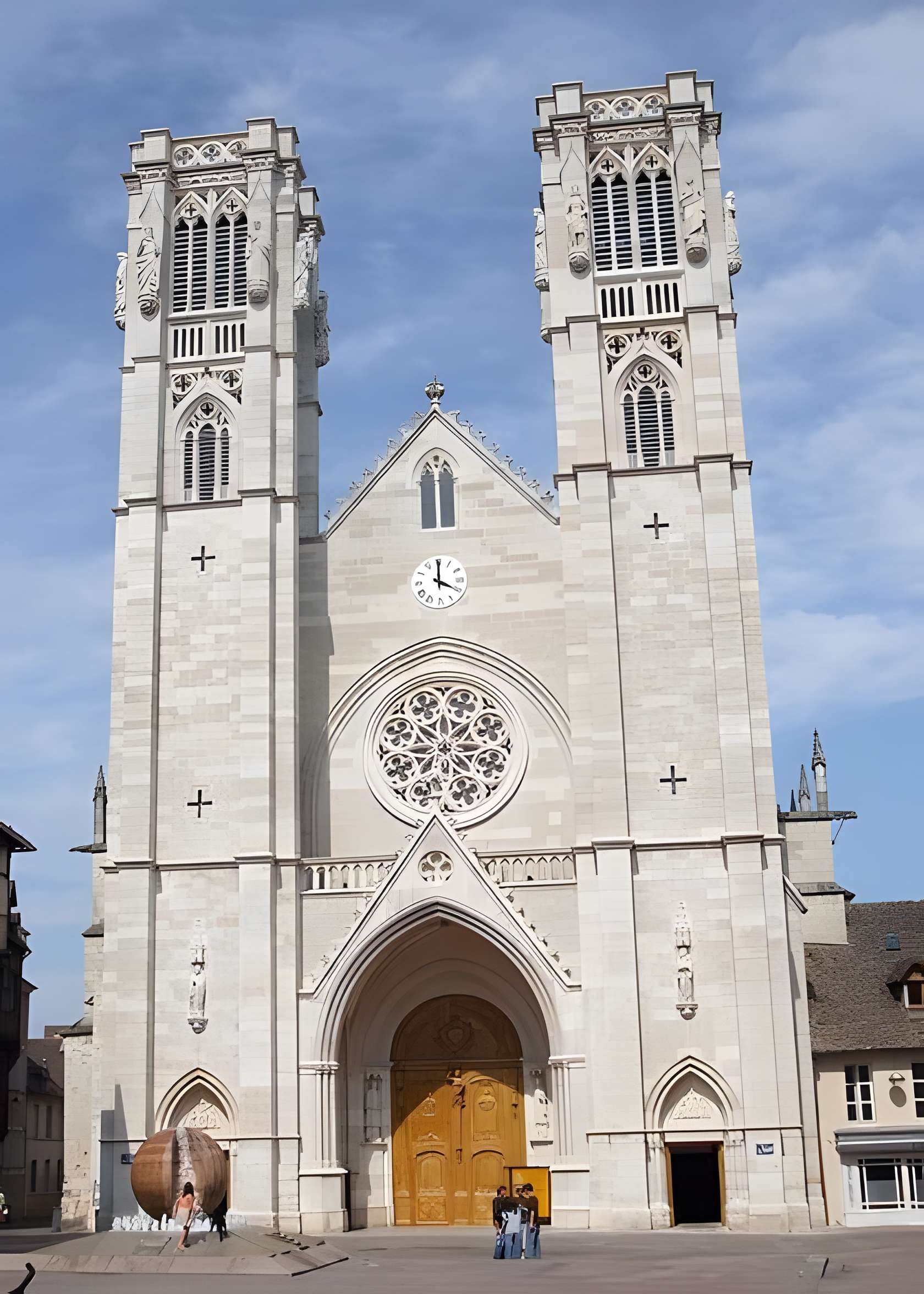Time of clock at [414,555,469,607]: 4:00
